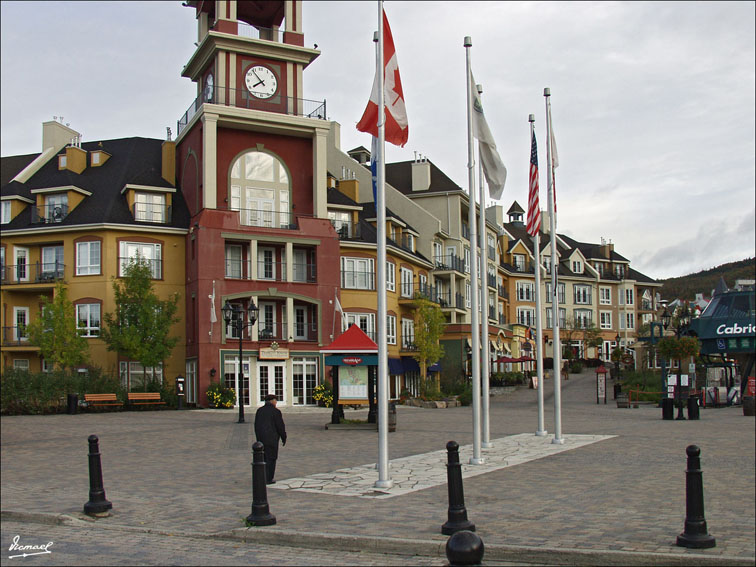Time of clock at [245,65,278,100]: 7:53
